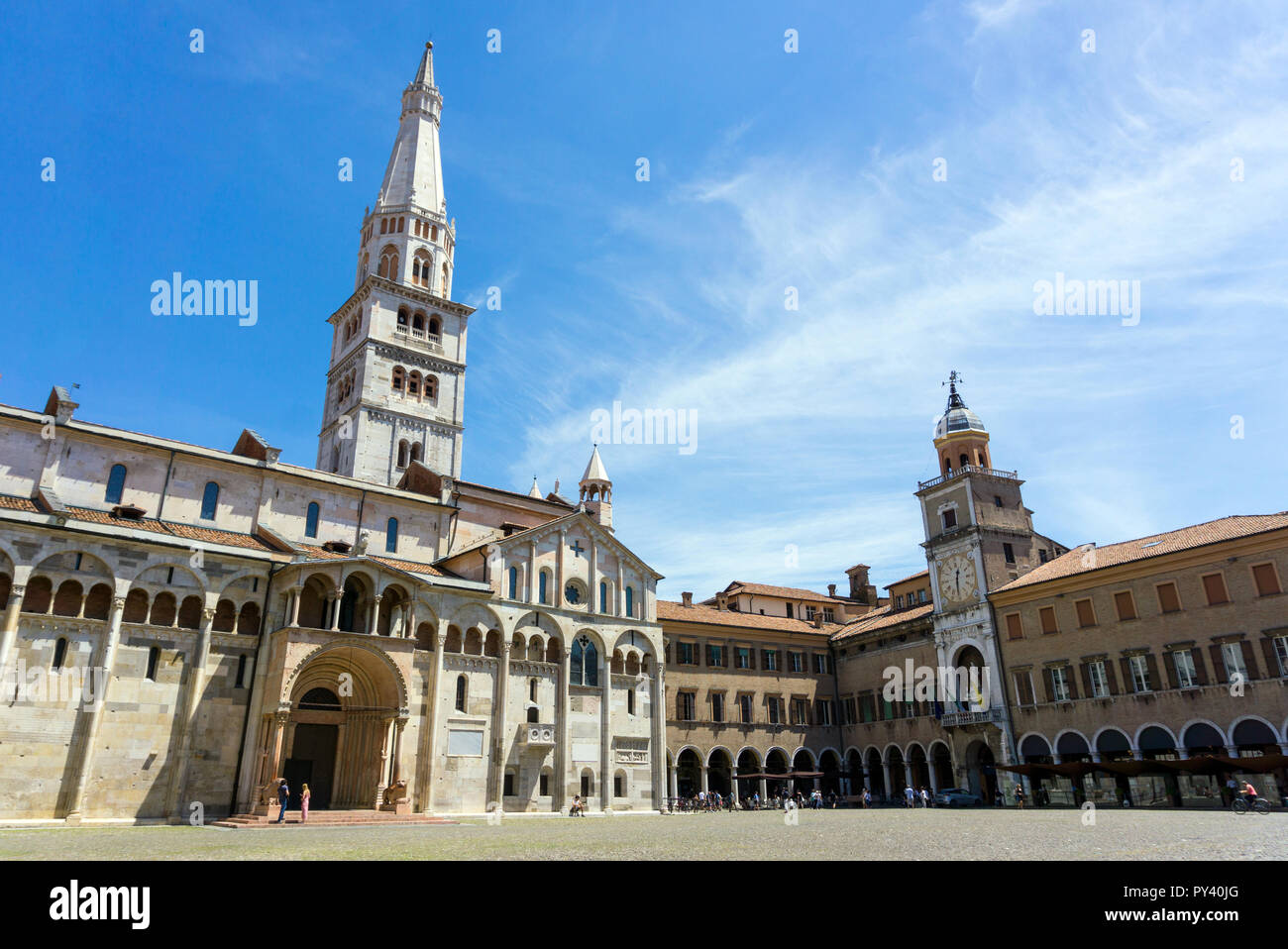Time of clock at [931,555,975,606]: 12:30
